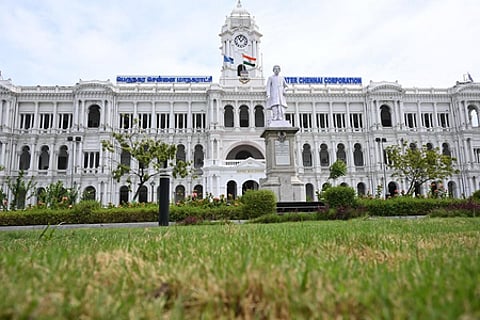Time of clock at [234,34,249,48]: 11:07
